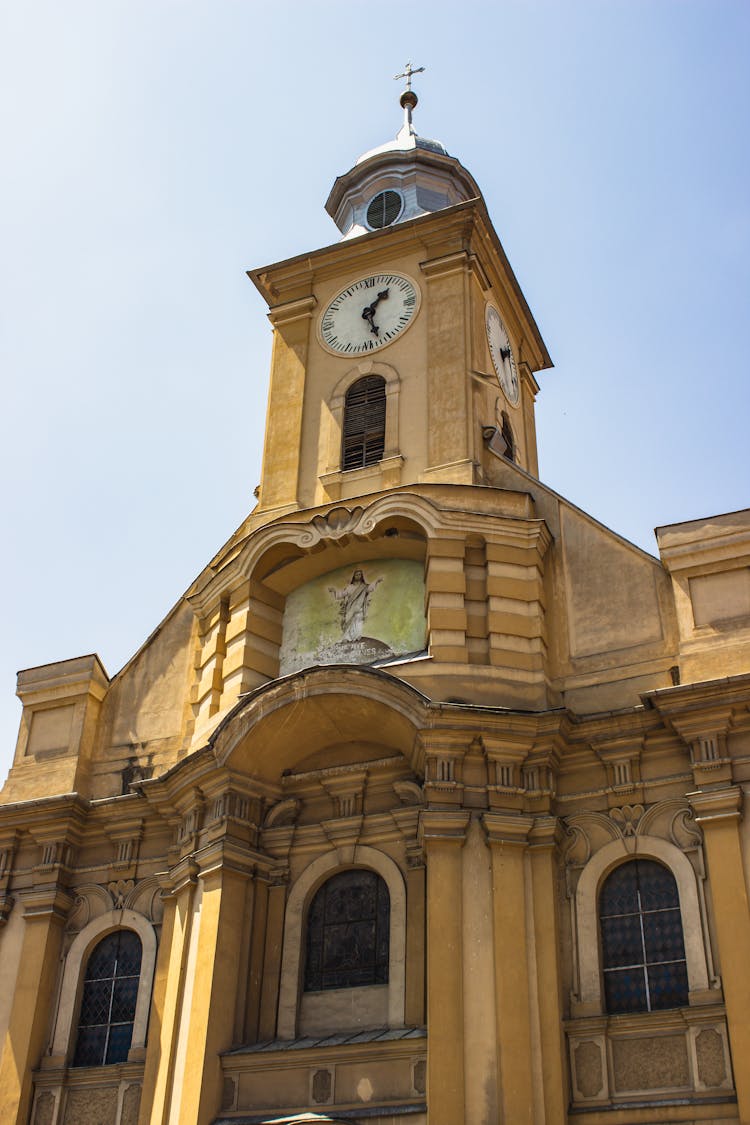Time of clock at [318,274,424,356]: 1:27
